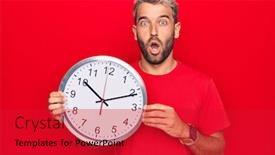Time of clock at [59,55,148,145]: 10:11
